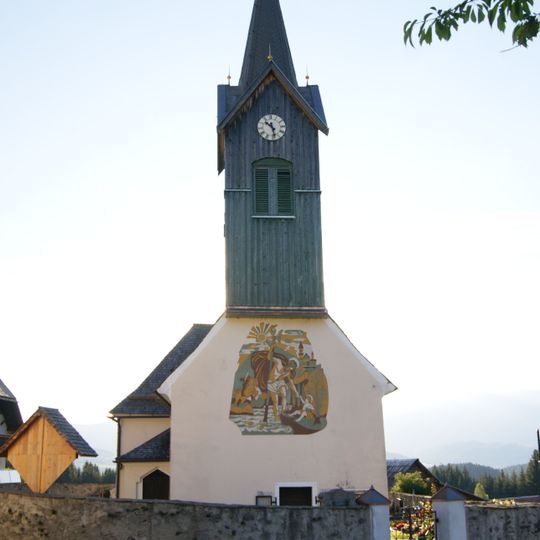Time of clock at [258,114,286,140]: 10:28
